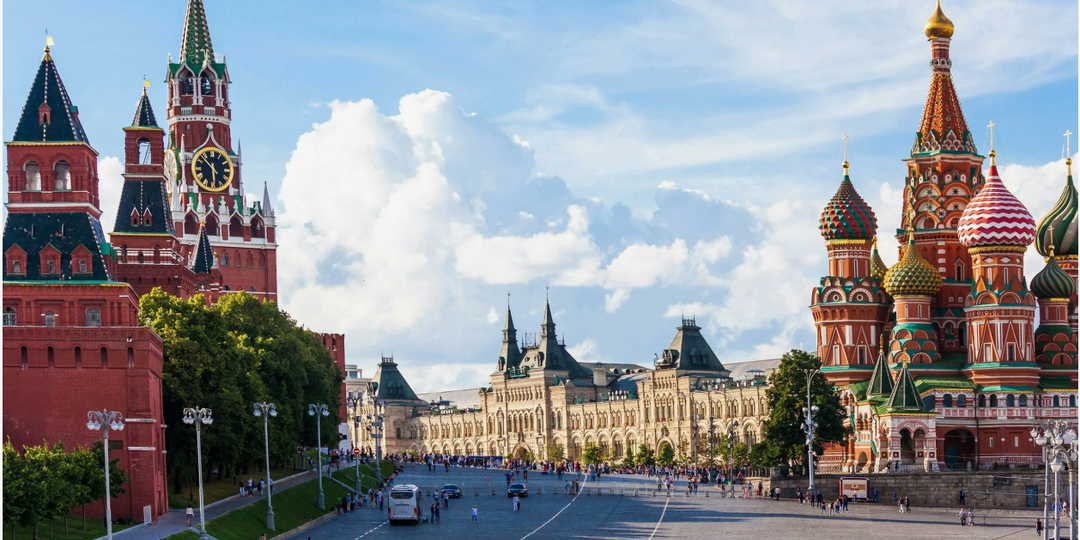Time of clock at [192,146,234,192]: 5:52
